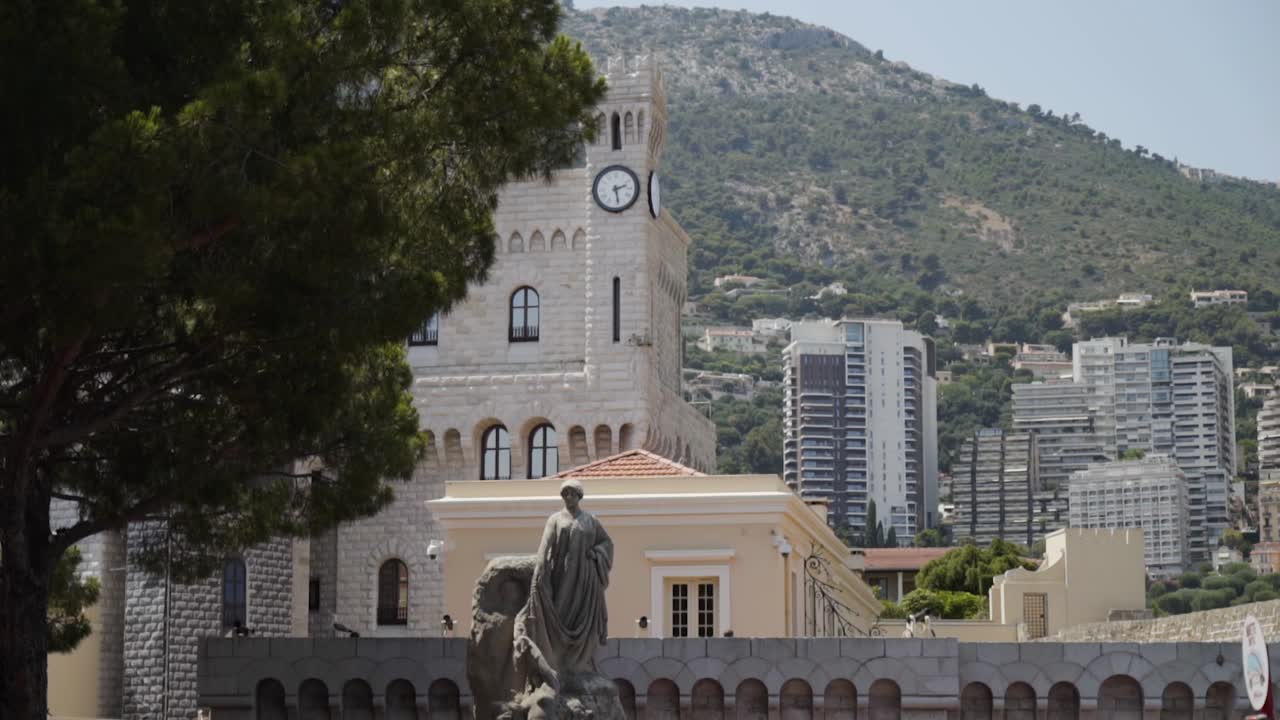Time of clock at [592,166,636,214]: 2:28
